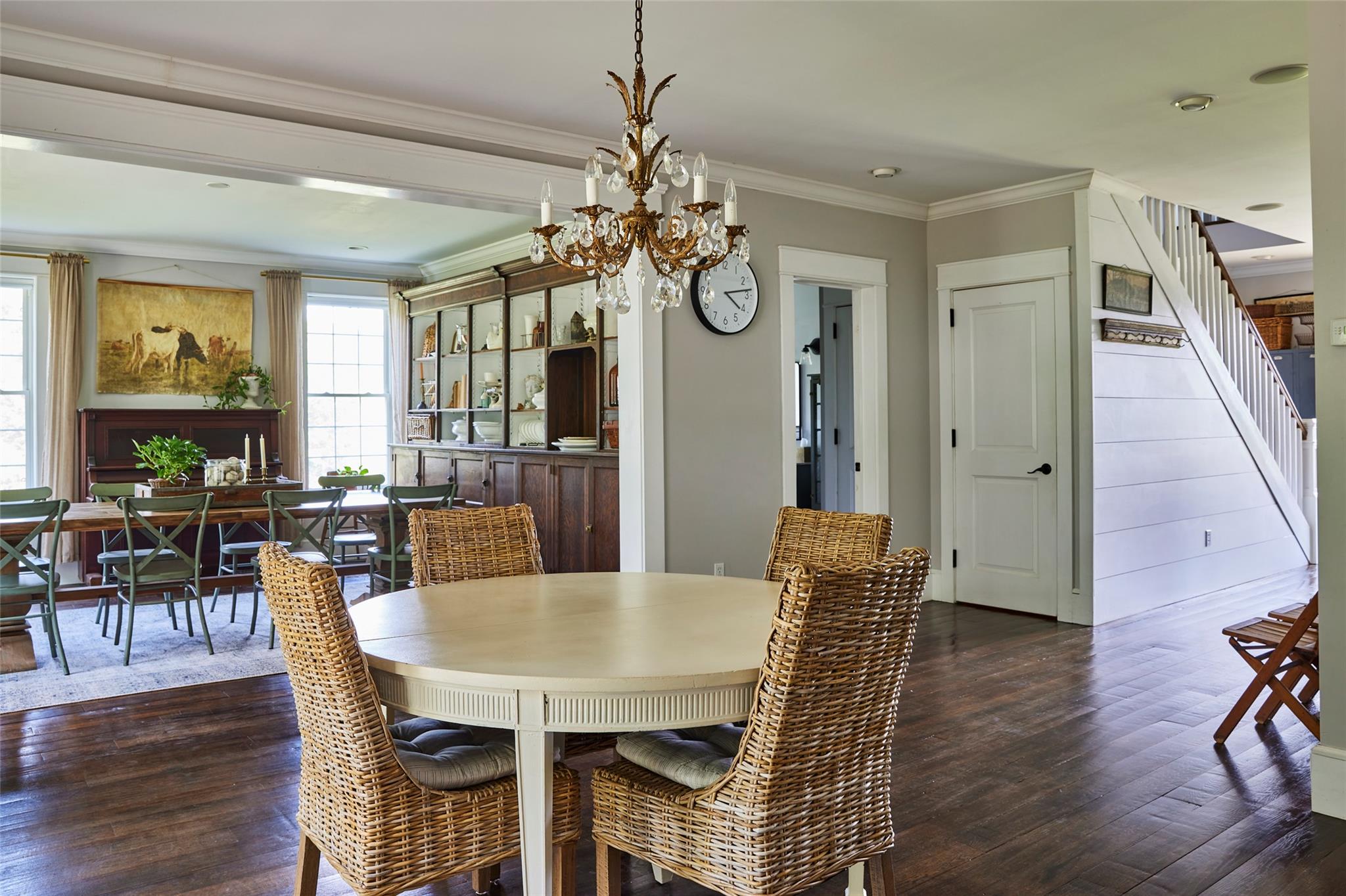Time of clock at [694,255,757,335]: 4:13
